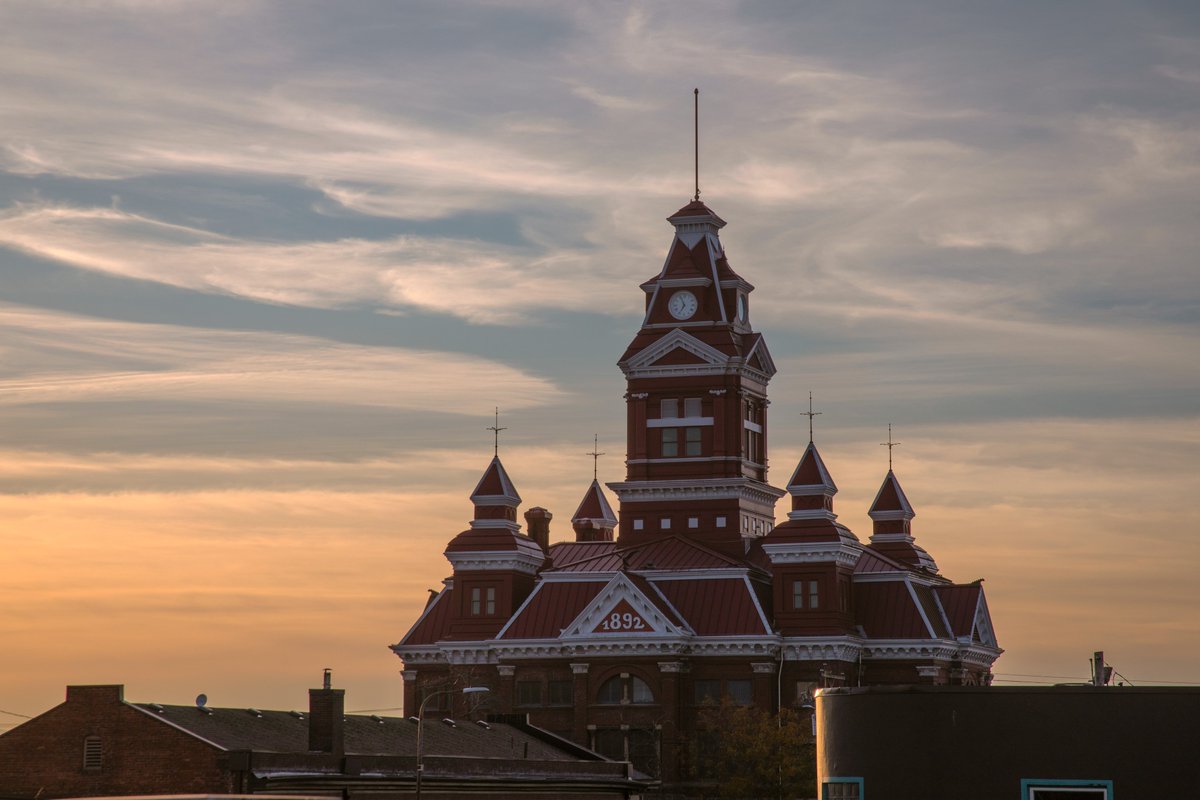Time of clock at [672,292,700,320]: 6:56
